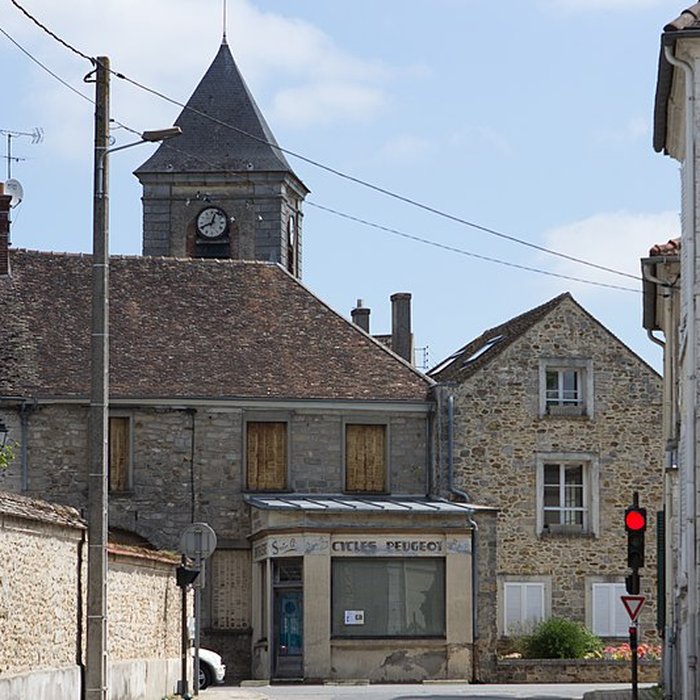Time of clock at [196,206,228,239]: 12:41
